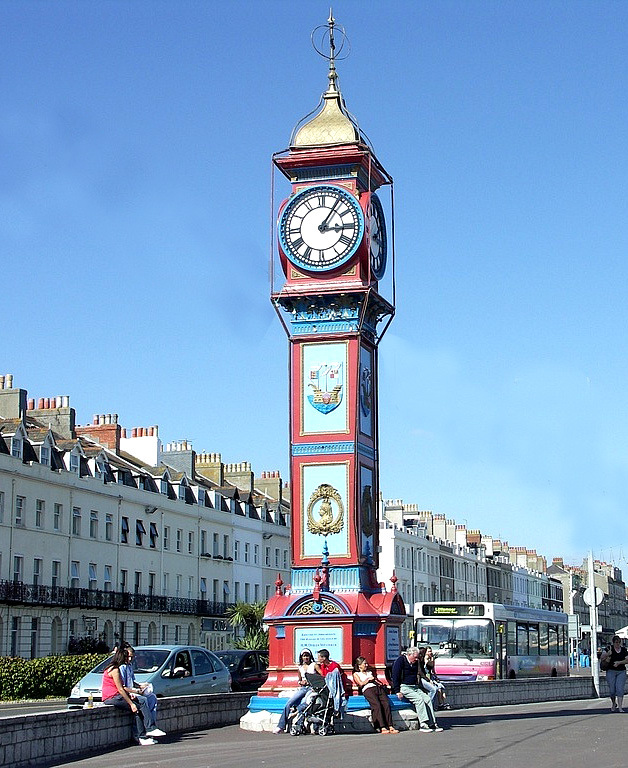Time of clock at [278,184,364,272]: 3:05
